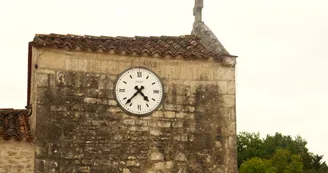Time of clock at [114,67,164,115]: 4:37
